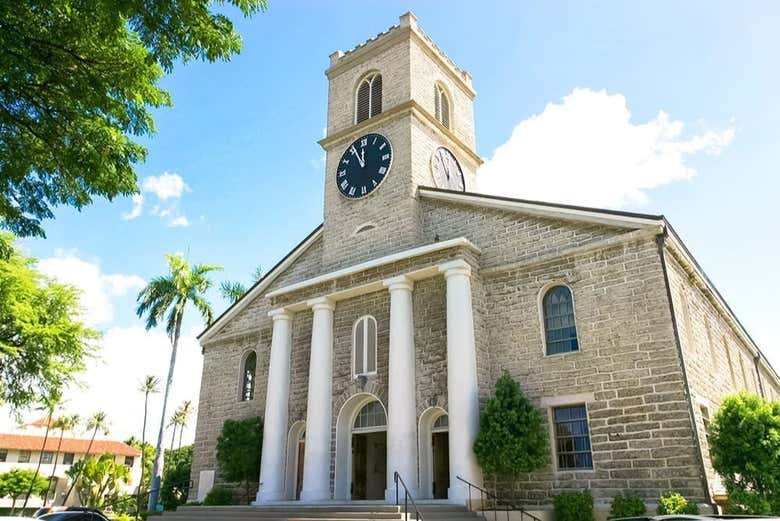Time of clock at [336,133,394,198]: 11:55
